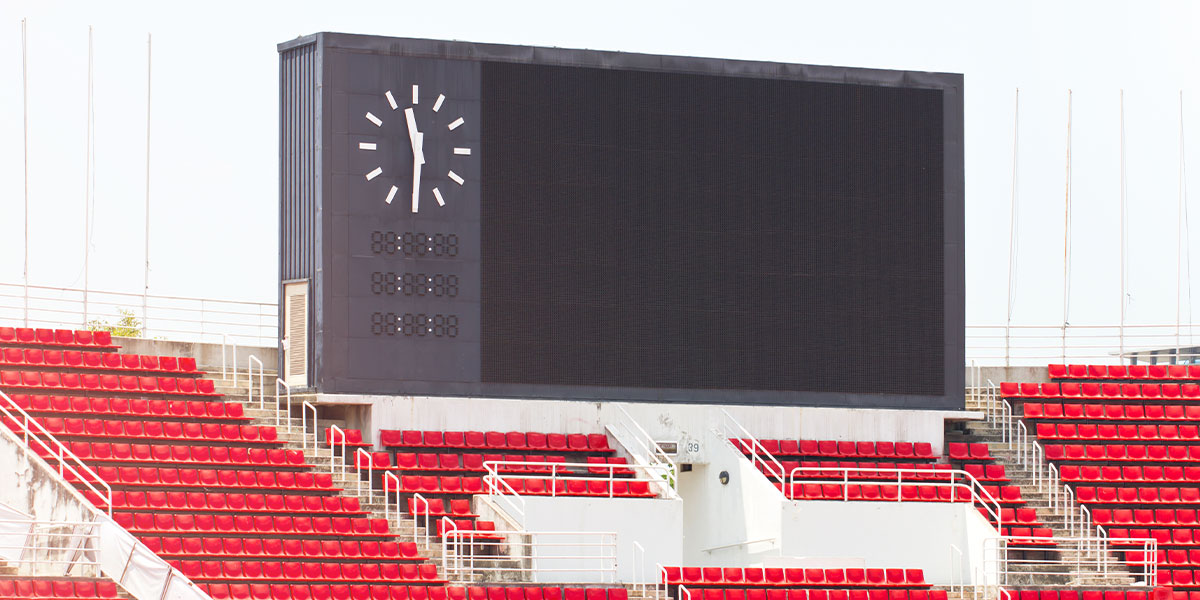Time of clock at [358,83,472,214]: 11:30
